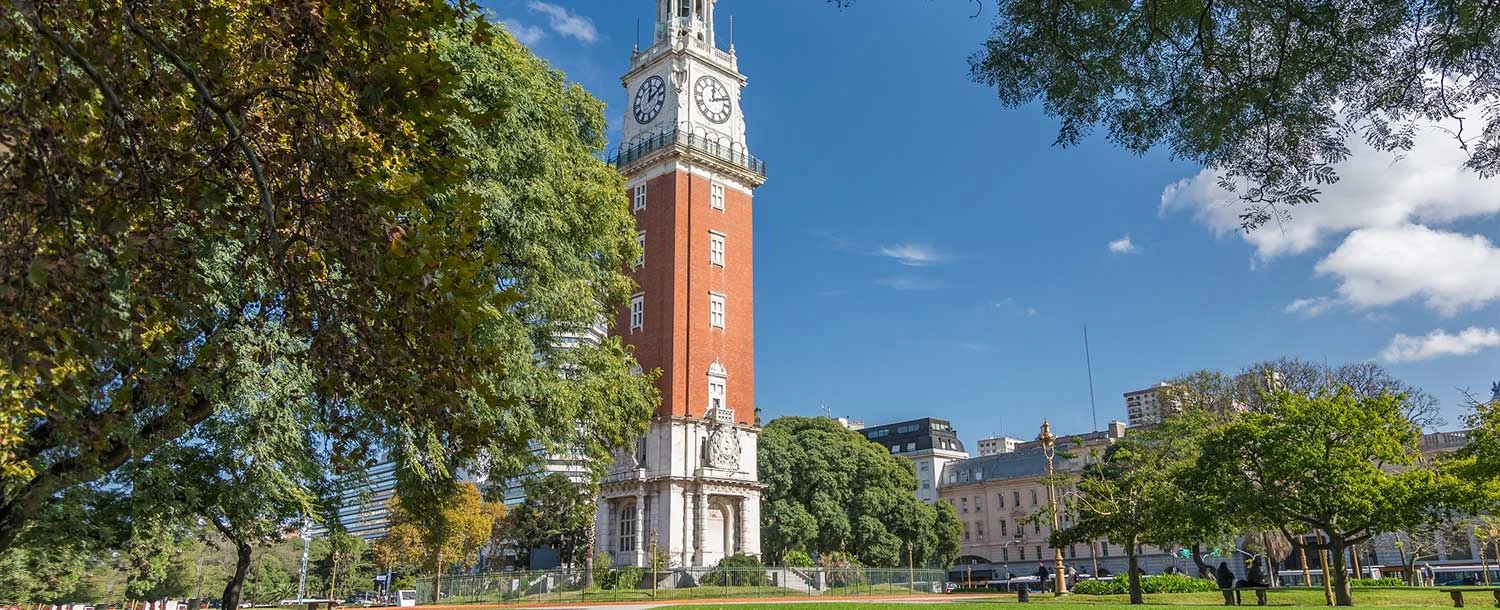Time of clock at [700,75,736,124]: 12:11
